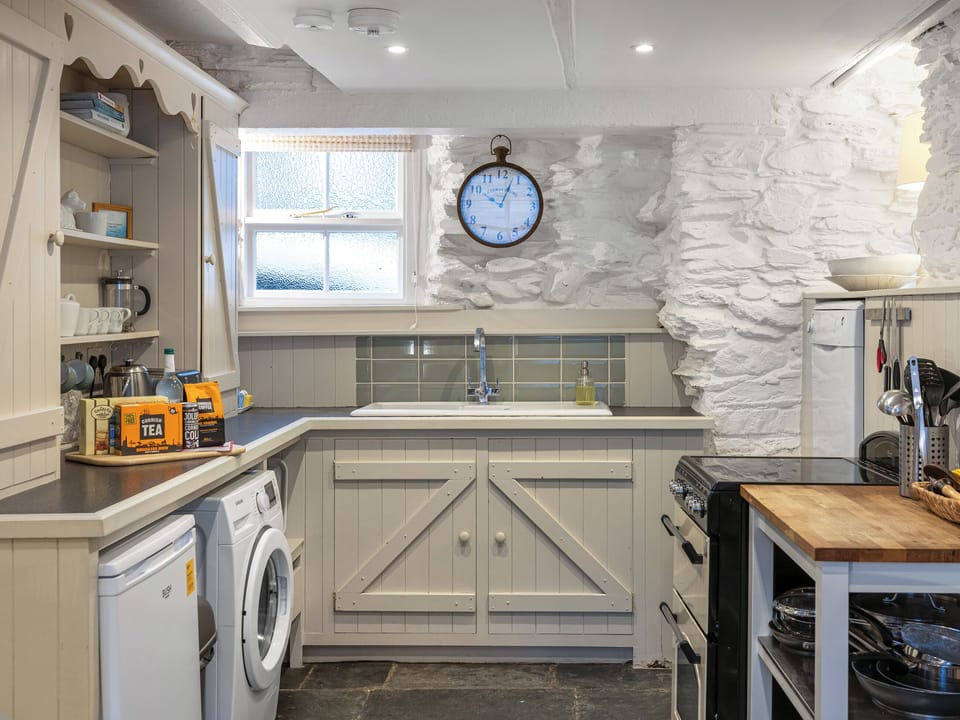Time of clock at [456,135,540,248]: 10:03
